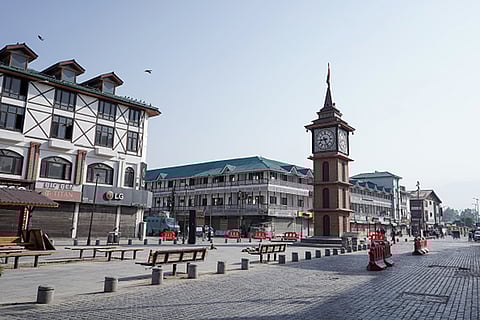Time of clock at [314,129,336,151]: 8:26
